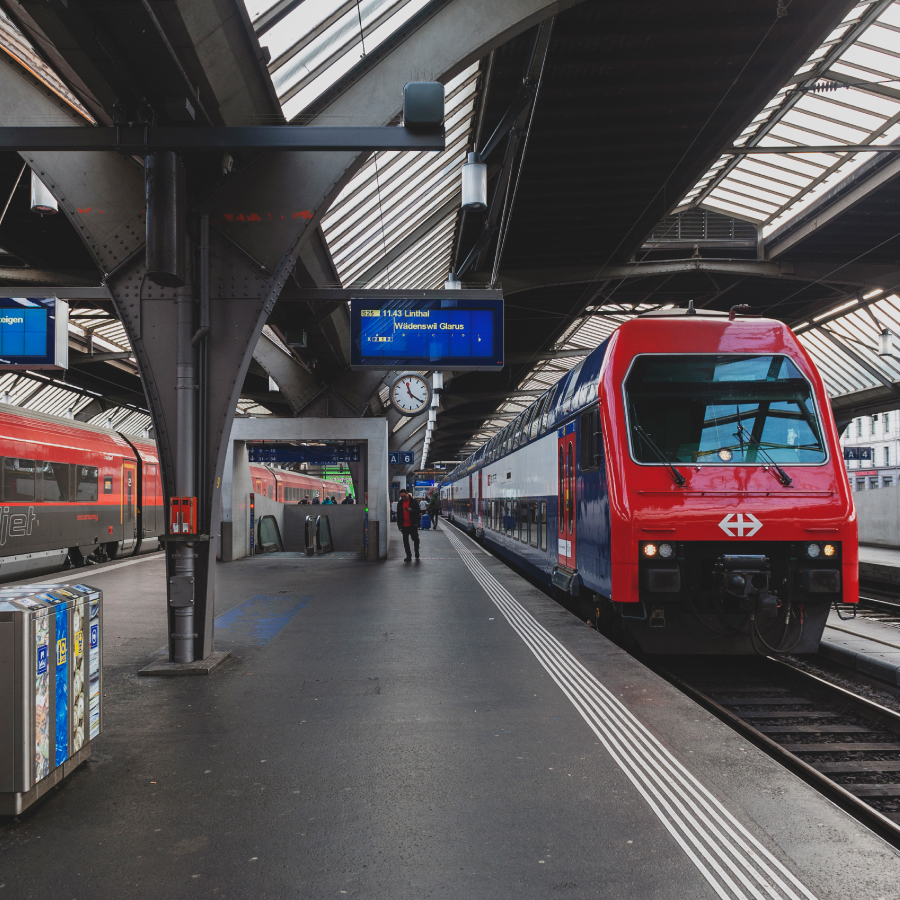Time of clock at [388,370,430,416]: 11:20
